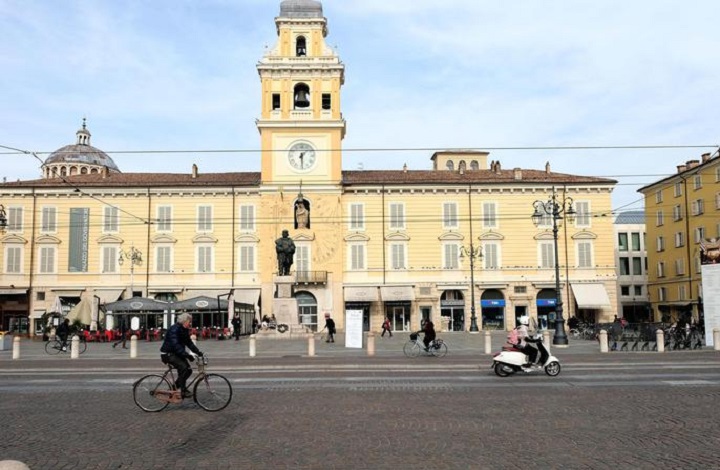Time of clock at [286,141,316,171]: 1:29
